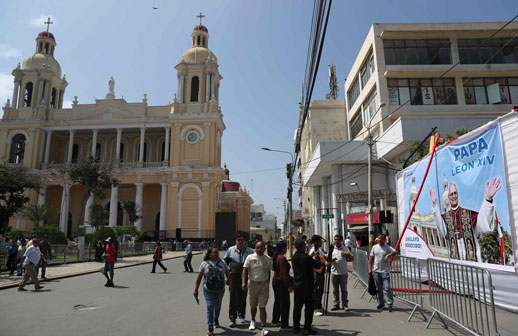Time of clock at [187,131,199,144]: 11:37
